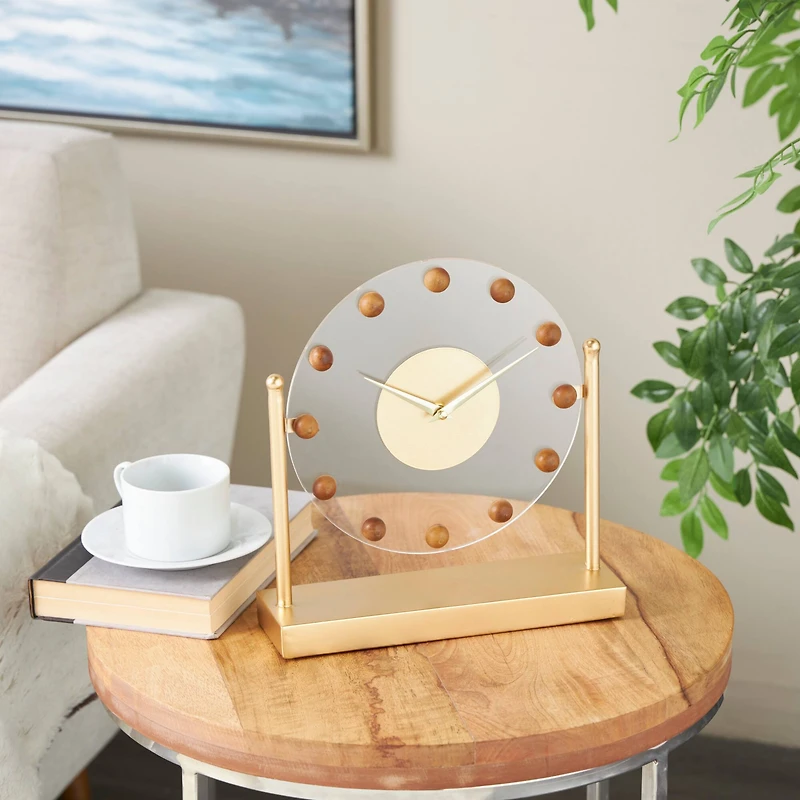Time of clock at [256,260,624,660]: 10:10
